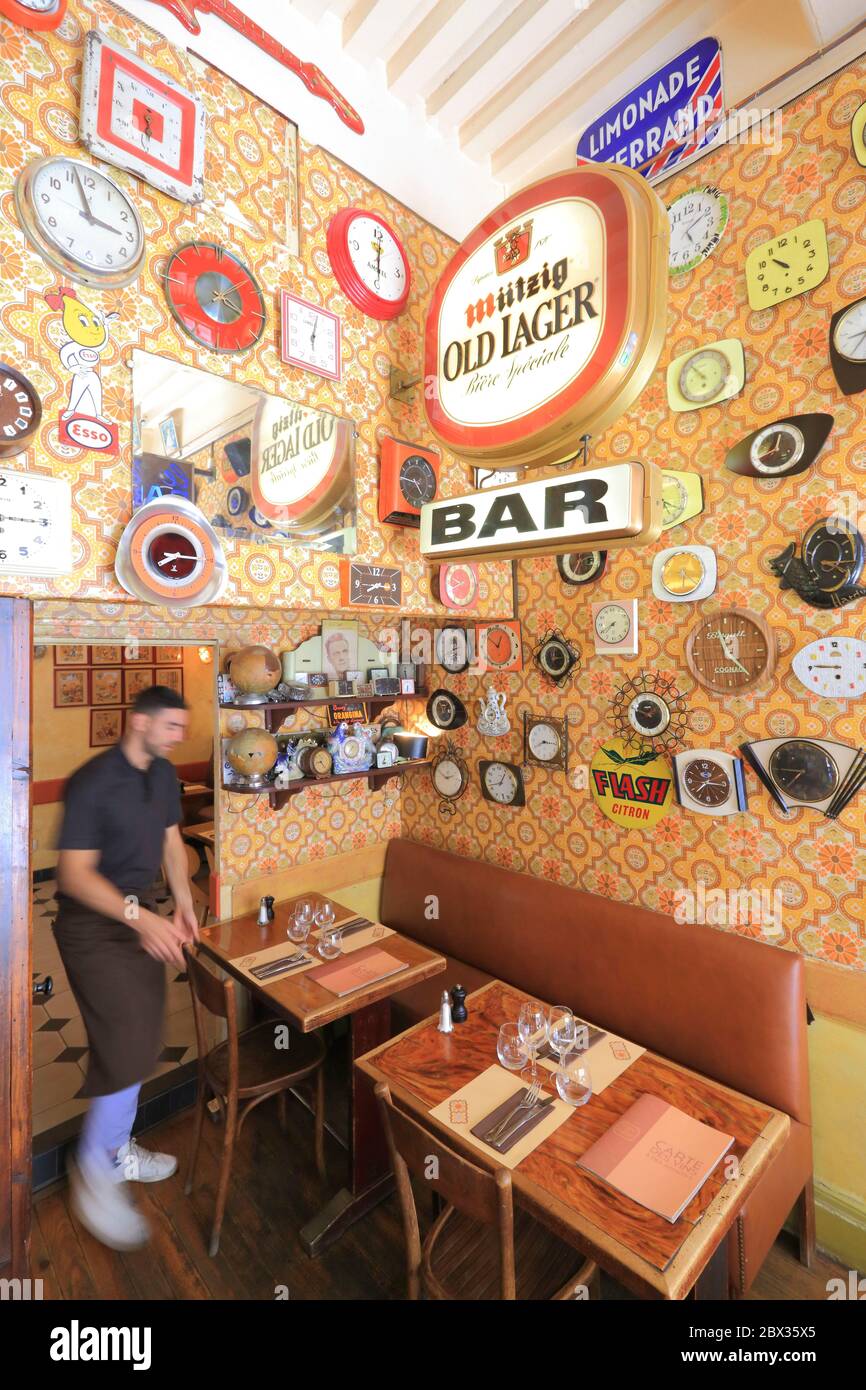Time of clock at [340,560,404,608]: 7:45
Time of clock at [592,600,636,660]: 7:40
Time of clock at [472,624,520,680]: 12:50
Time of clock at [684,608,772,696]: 11:23
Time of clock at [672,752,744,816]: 7:15
